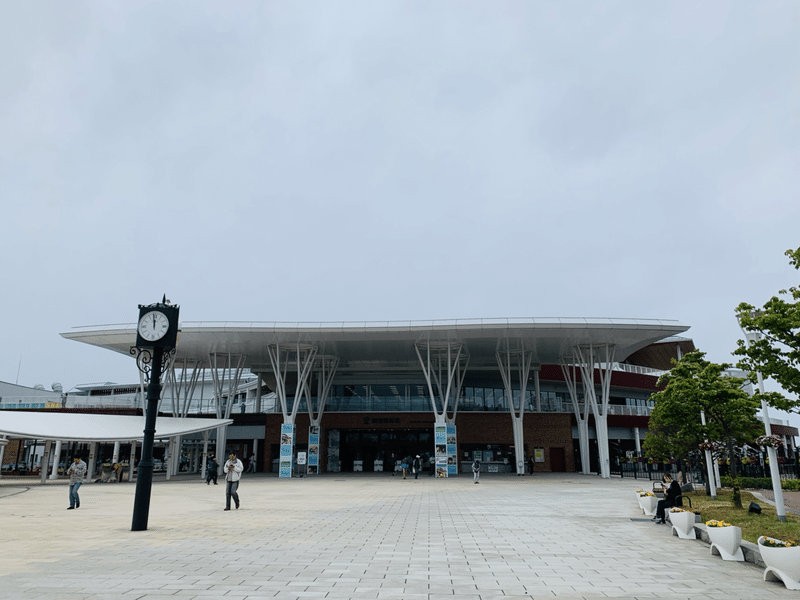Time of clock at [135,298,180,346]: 11:58
